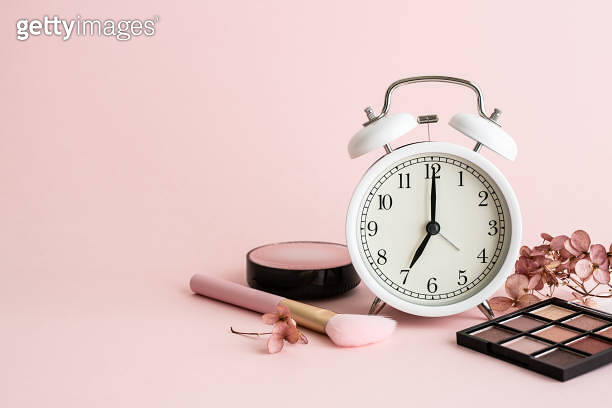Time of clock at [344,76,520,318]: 7:00
